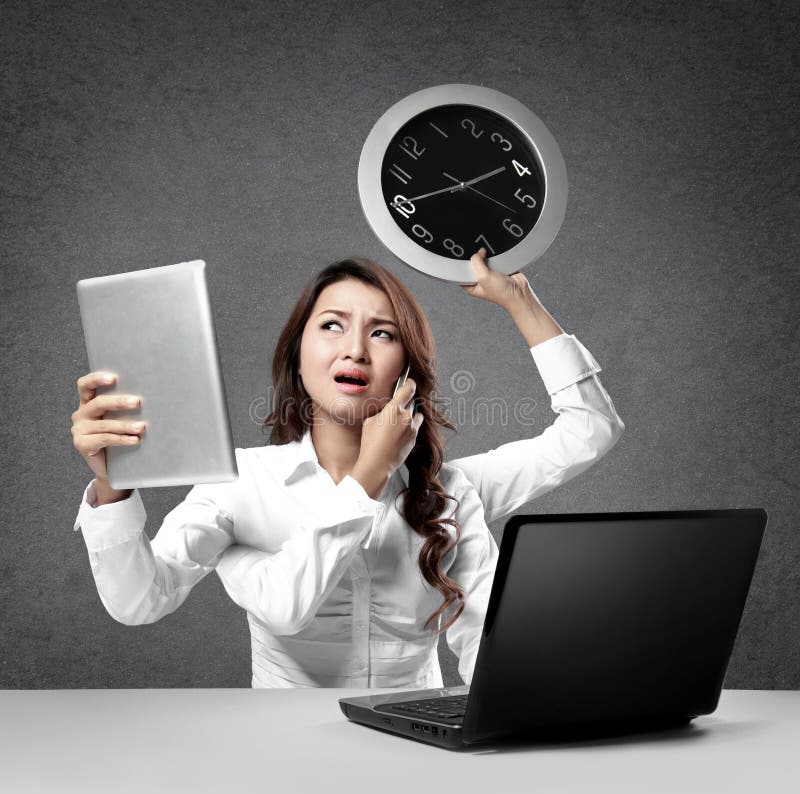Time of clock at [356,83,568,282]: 1:40
